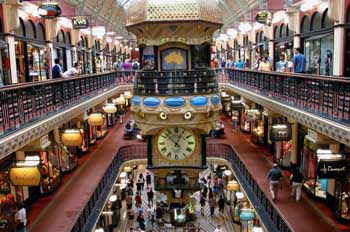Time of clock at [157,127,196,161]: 12:52
